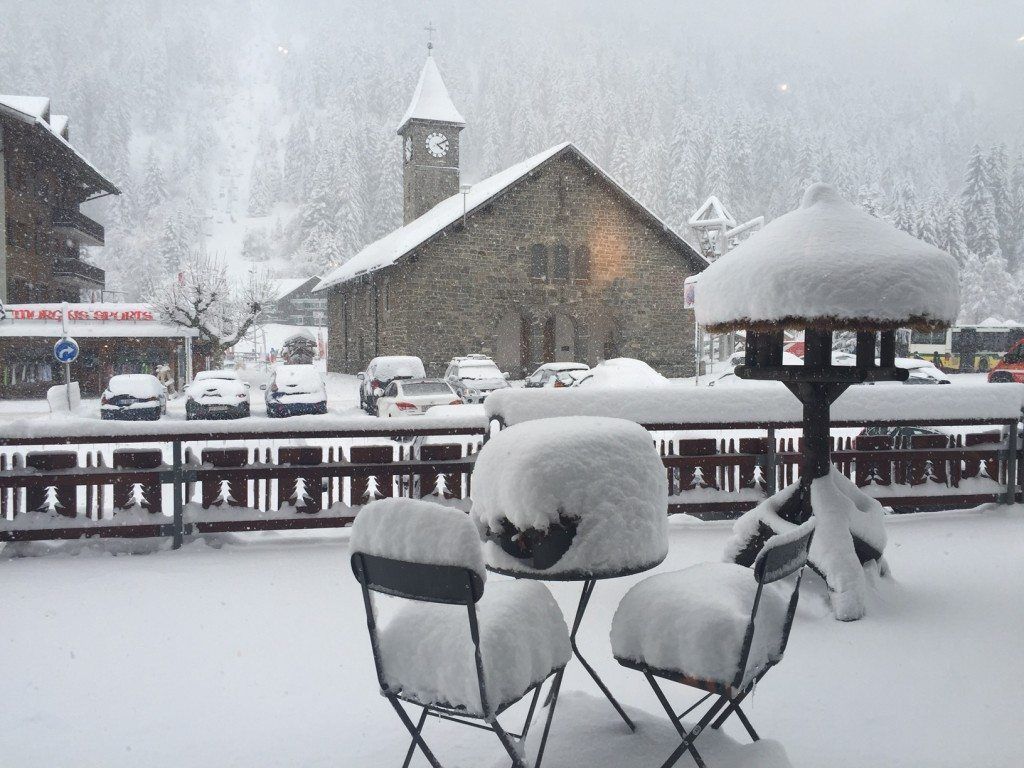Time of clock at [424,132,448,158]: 4:10
